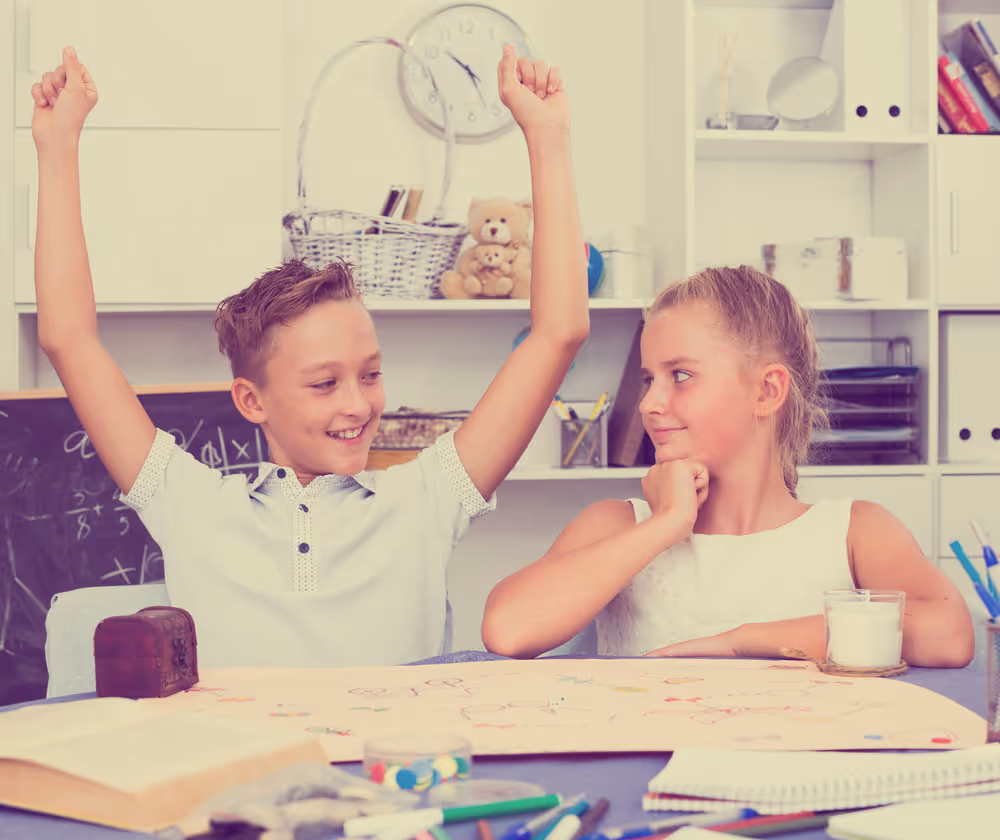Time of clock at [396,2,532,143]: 10:26
